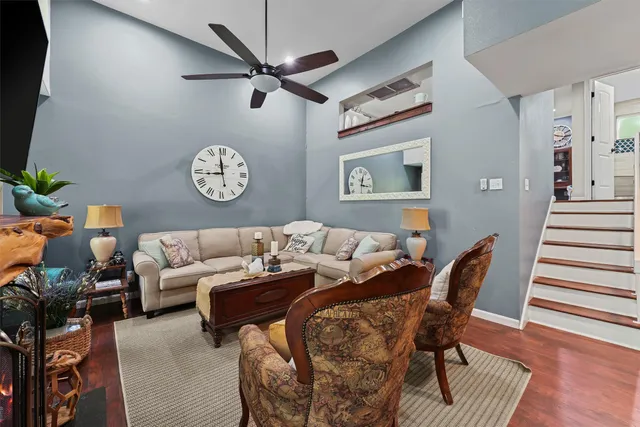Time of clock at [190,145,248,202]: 11:43
